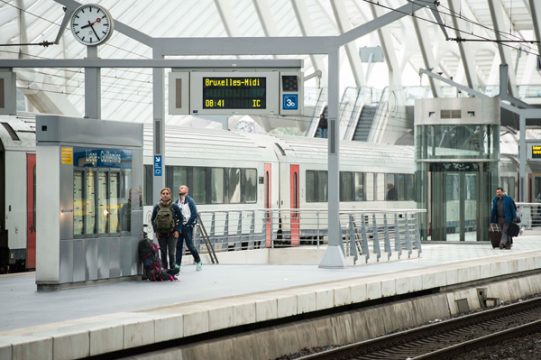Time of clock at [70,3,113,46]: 8:25
